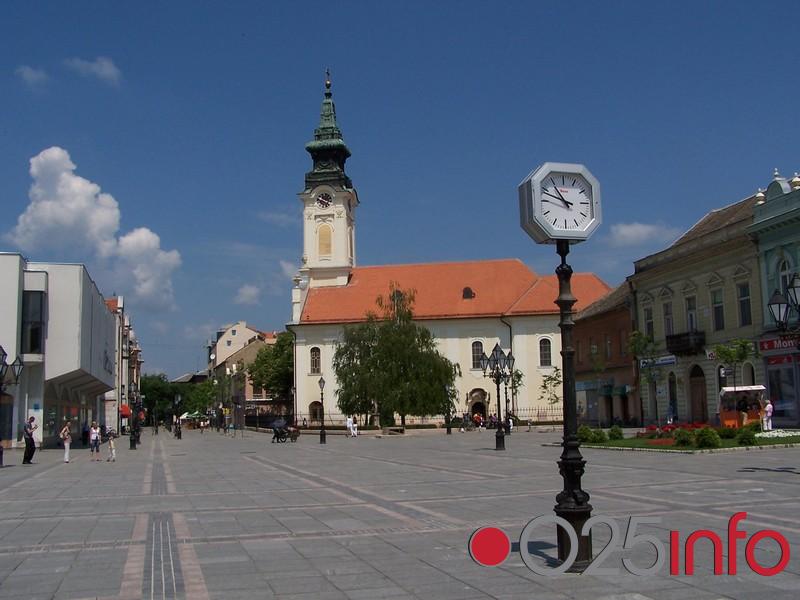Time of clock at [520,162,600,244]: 10:48
